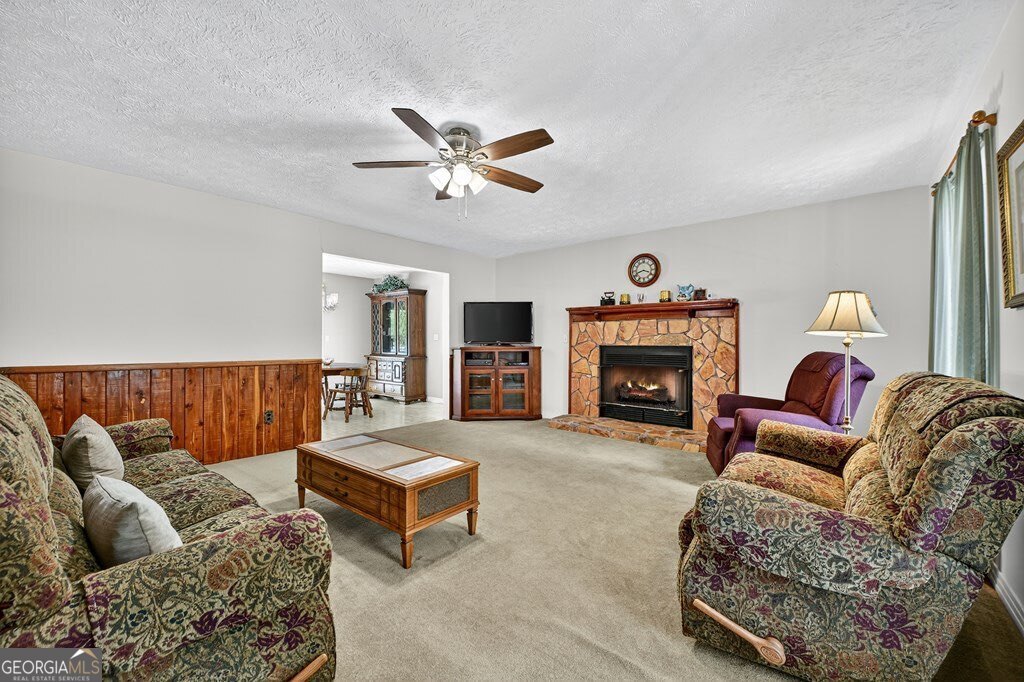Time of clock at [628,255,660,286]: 3:41
